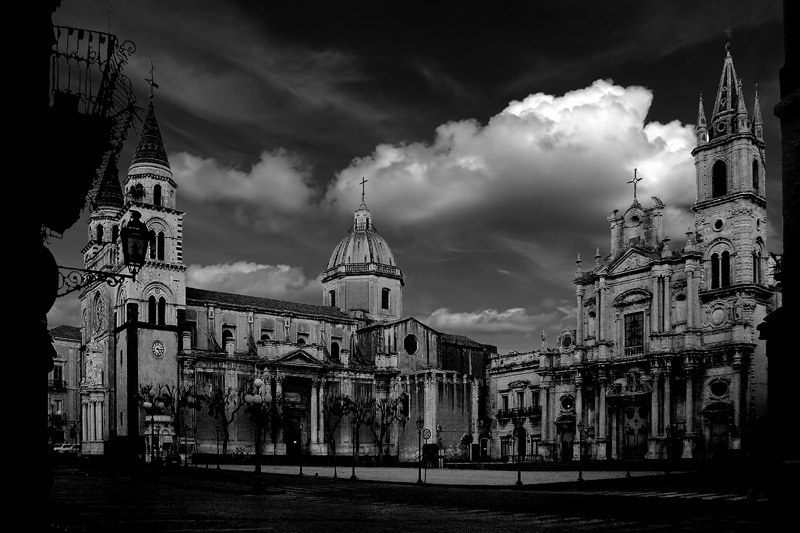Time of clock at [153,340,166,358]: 5:15
